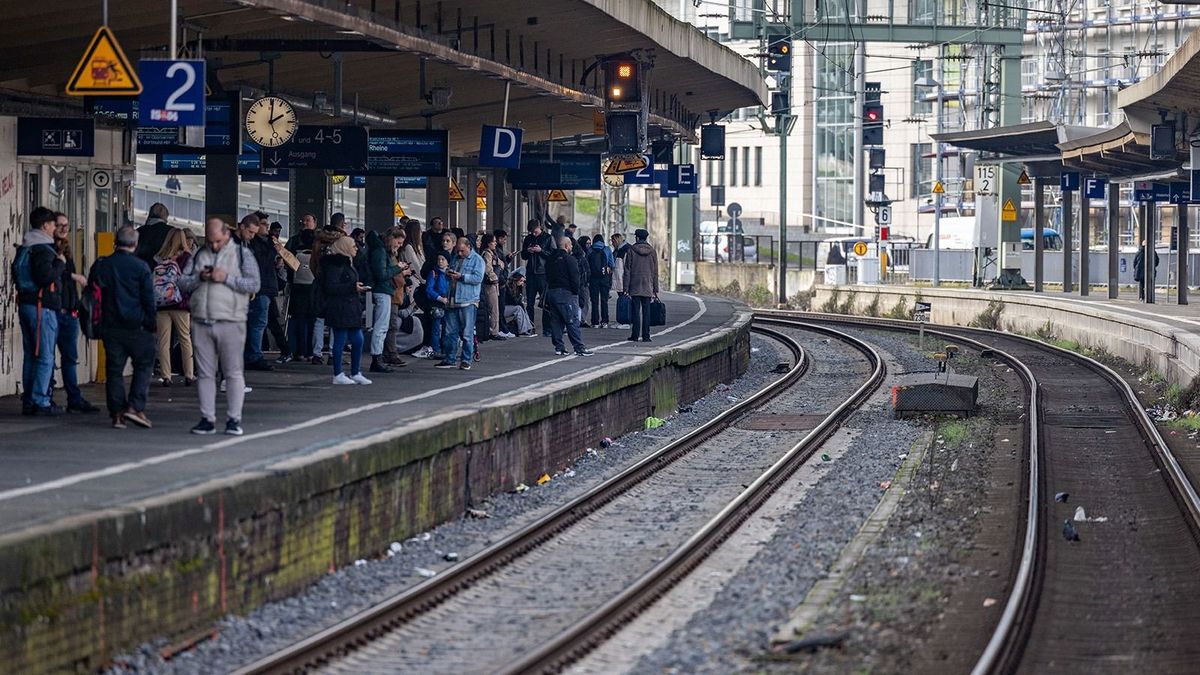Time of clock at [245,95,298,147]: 2:01
